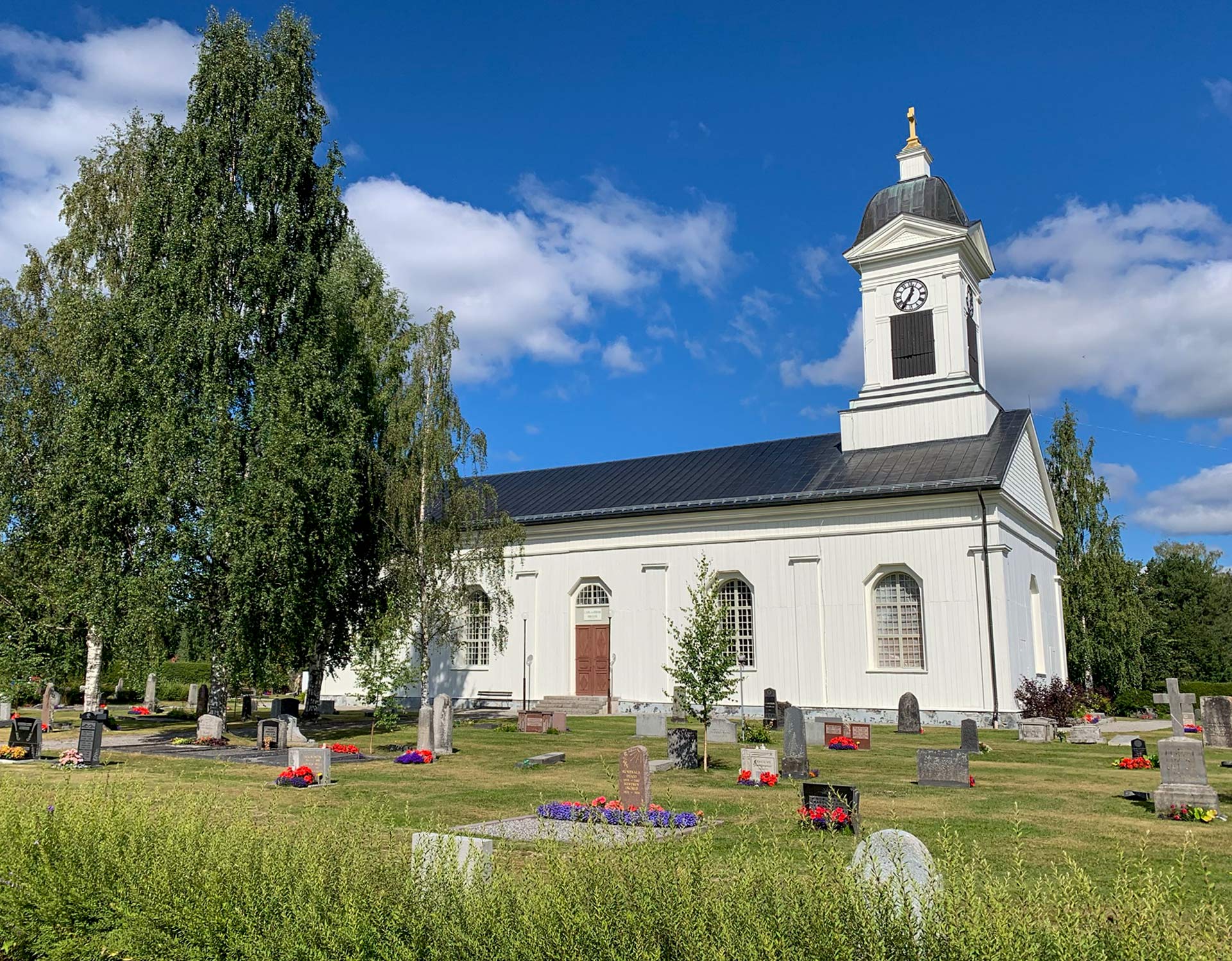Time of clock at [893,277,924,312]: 12:36
